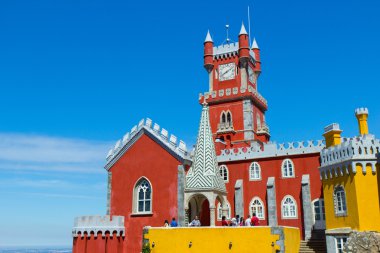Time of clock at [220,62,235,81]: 8:11
